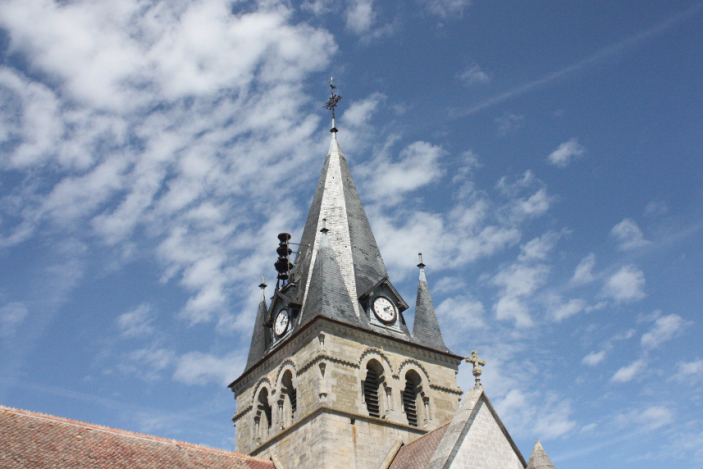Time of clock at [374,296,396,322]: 2:19
